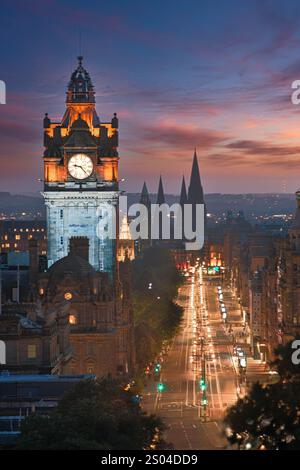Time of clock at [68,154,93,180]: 9:23
